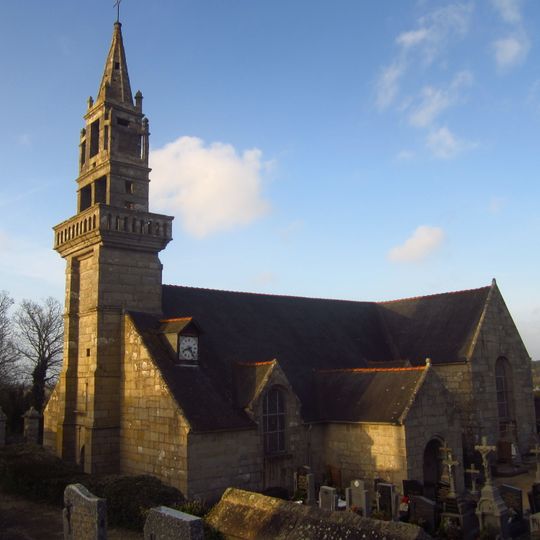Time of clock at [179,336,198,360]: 8:24
